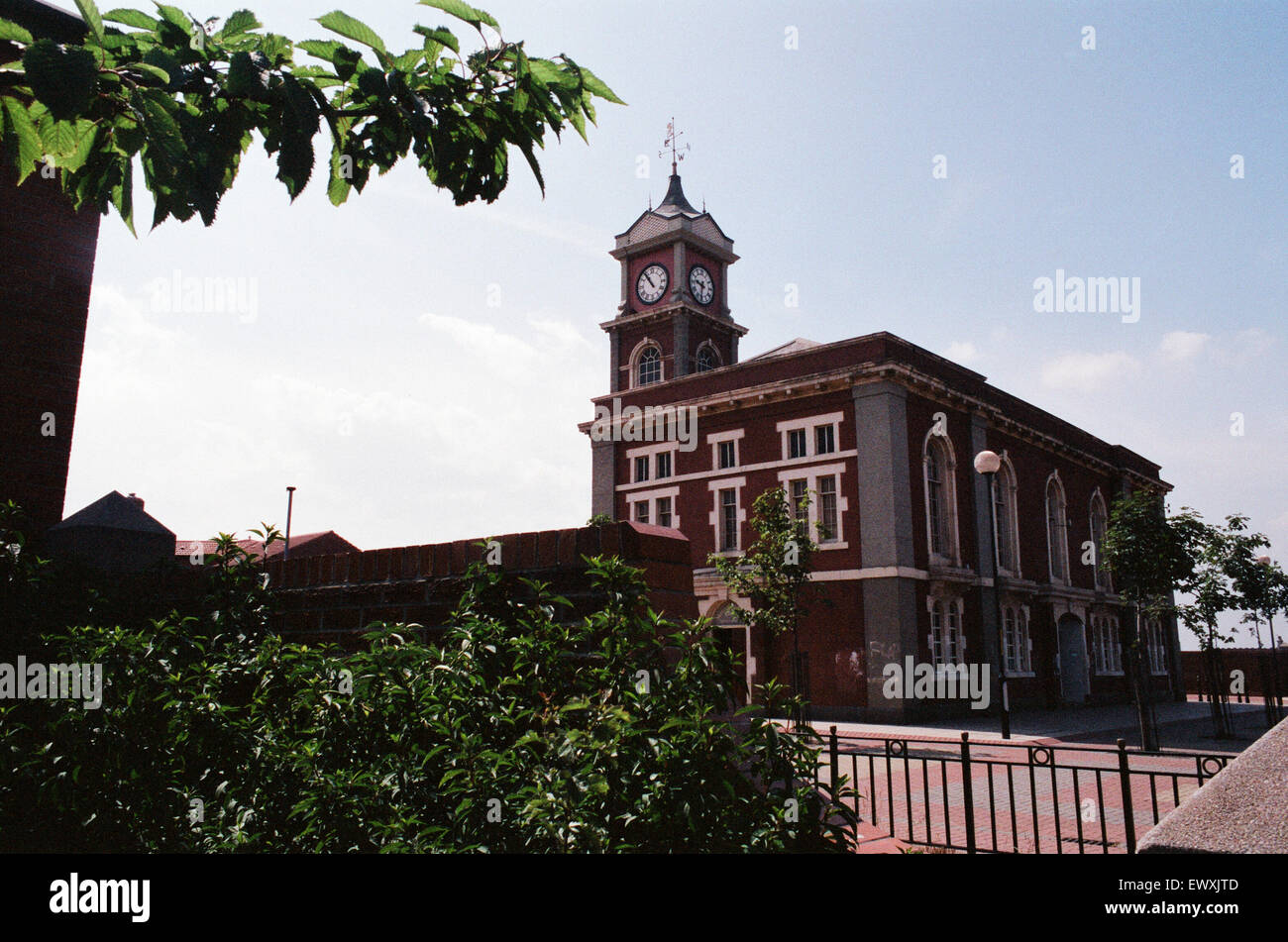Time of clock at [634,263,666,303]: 10:53
